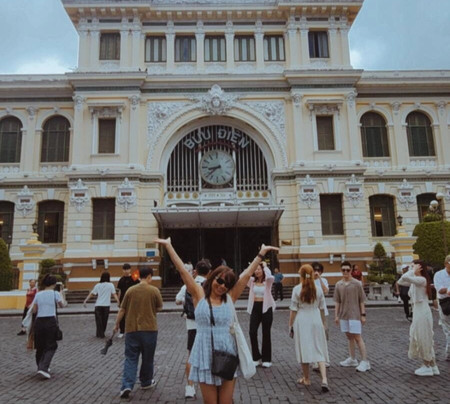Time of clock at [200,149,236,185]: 8:38
